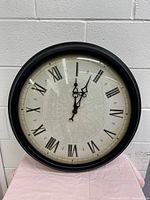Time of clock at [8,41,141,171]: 12:03
